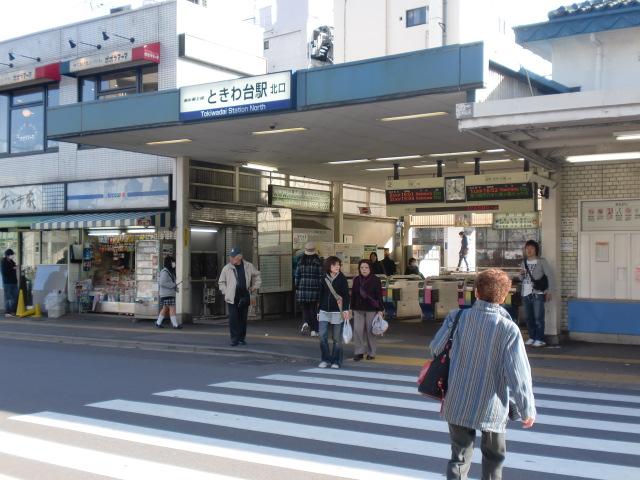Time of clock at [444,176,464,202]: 4:00
